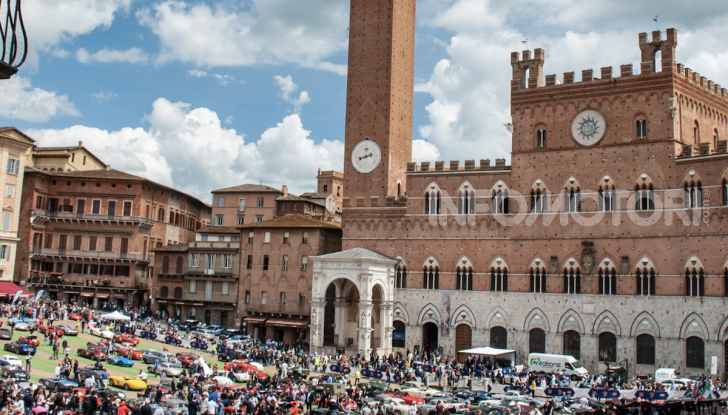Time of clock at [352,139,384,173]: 8:12
